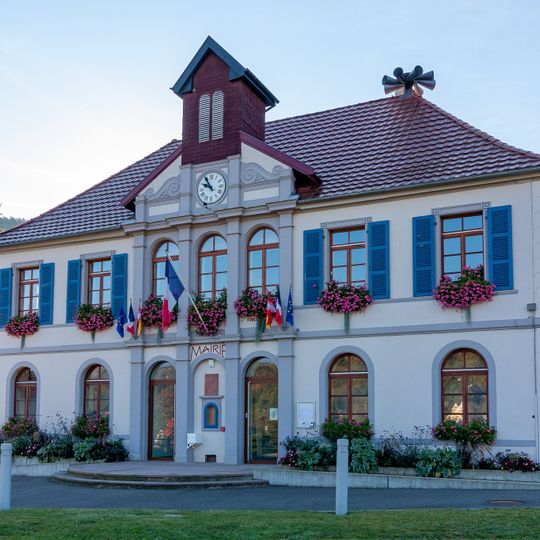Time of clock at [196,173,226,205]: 9:54
